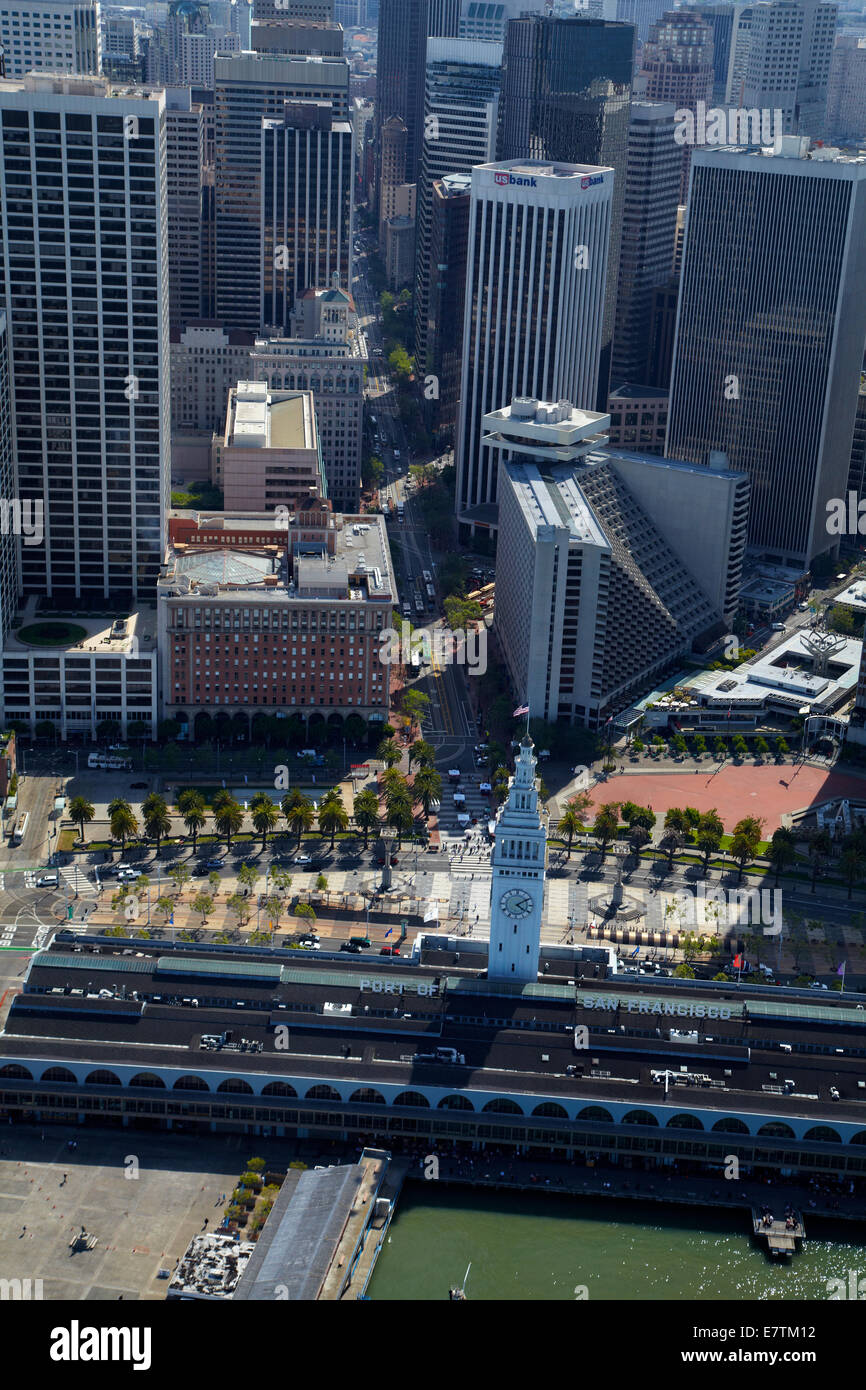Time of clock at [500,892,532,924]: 4:09
